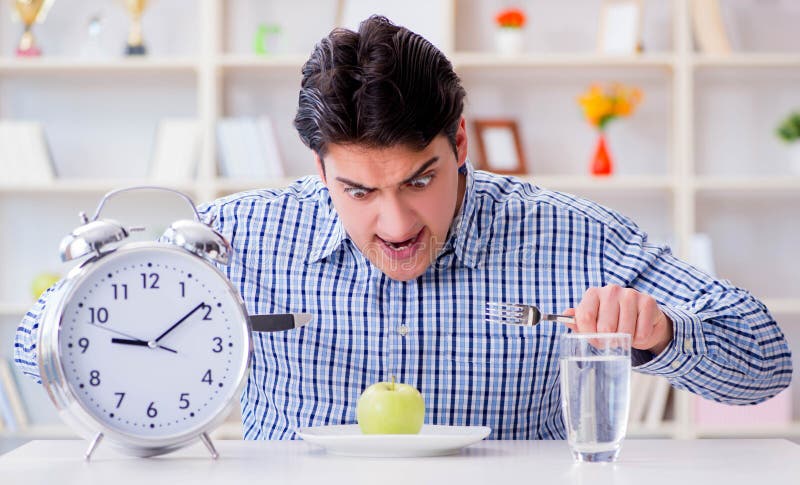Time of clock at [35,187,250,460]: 9:09
